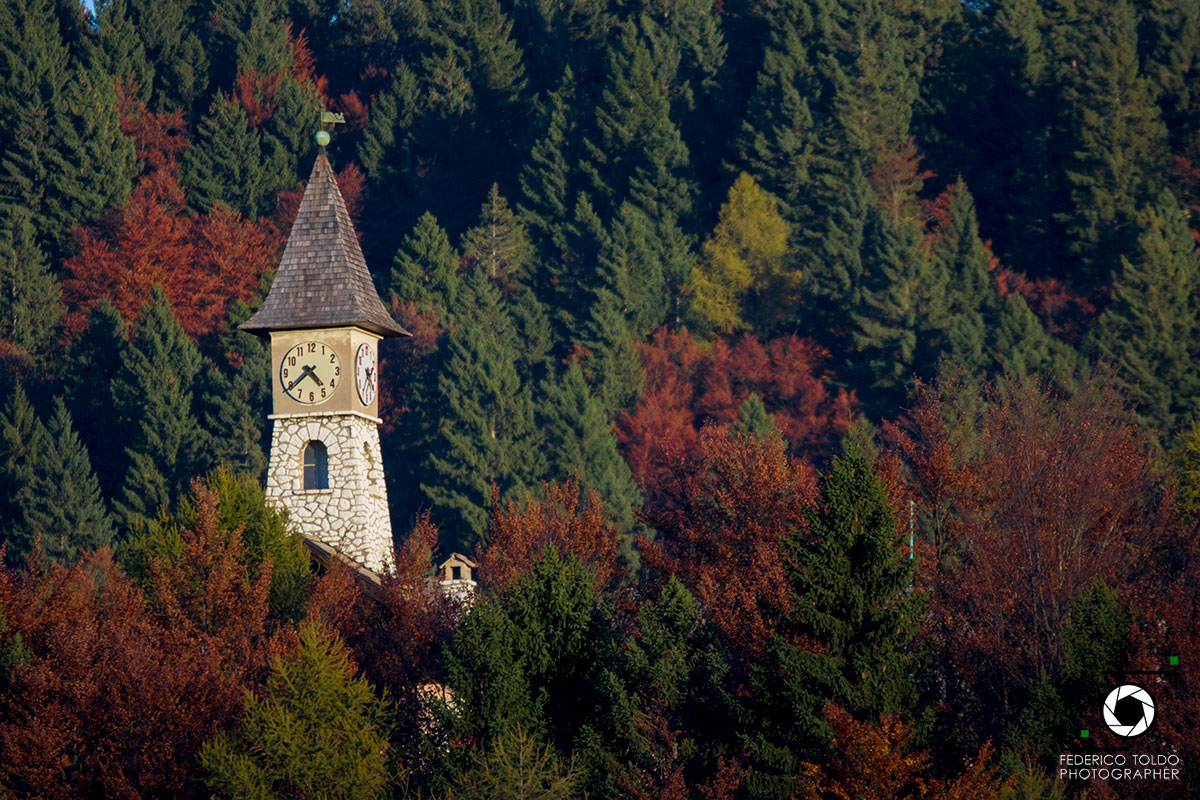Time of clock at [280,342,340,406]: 4:38
